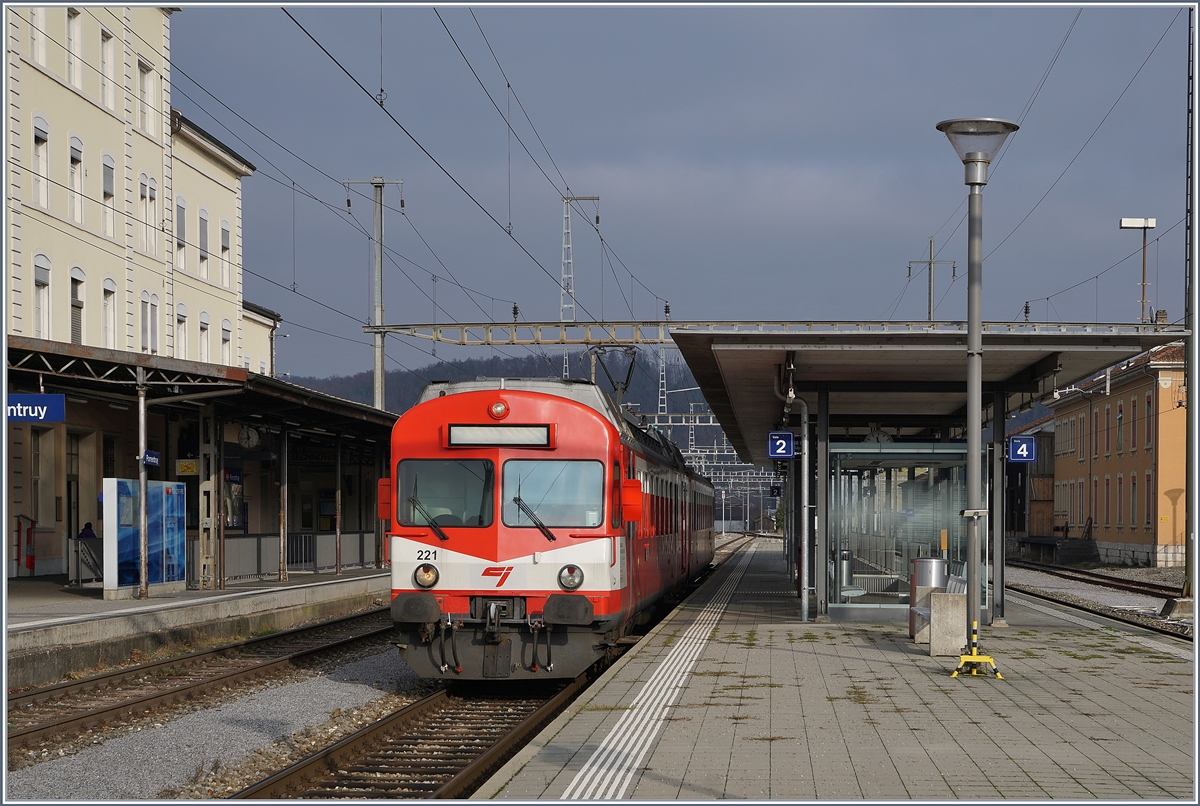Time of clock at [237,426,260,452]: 11:42
